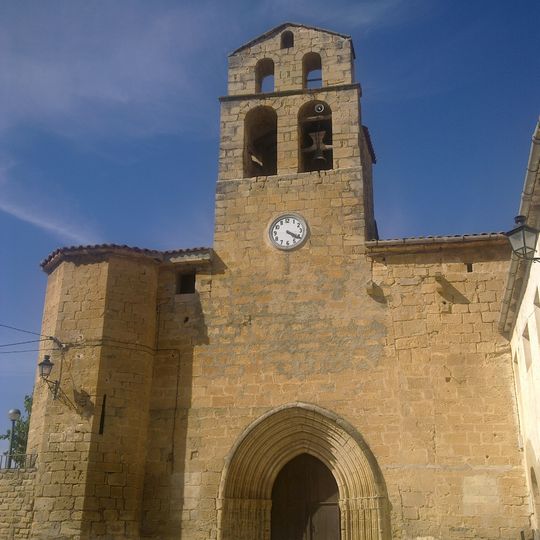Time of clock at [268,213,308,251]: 4:20
